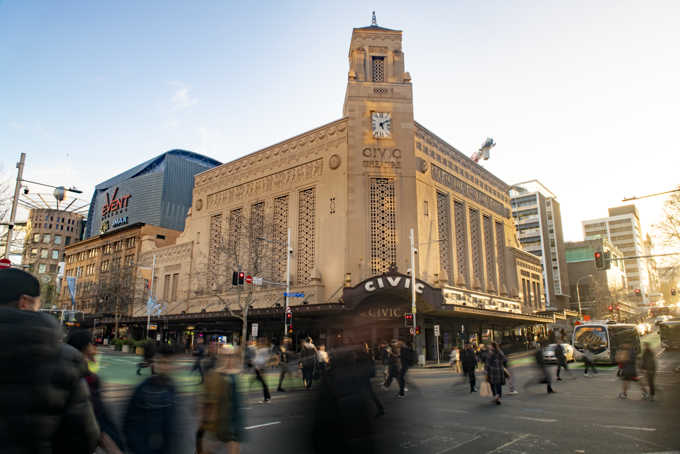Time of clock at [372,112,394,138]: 5:08
